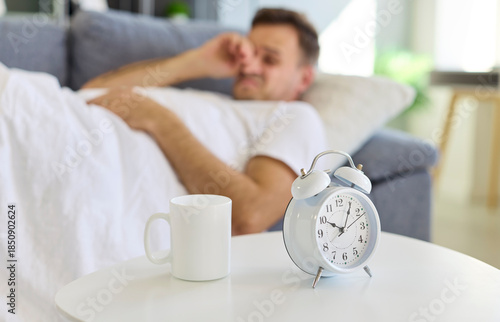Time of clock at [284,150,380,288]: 10:05
